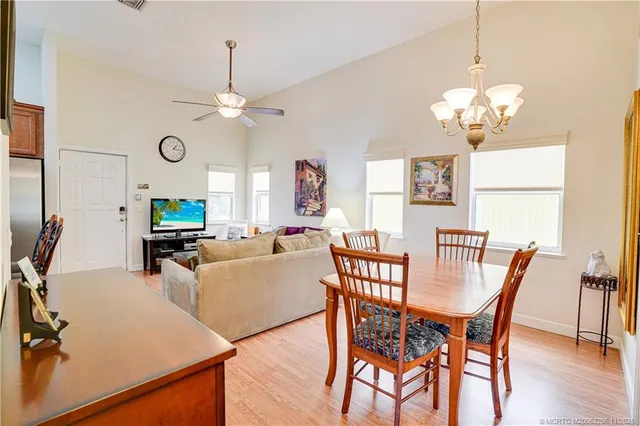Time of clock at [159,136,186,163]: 1:16
